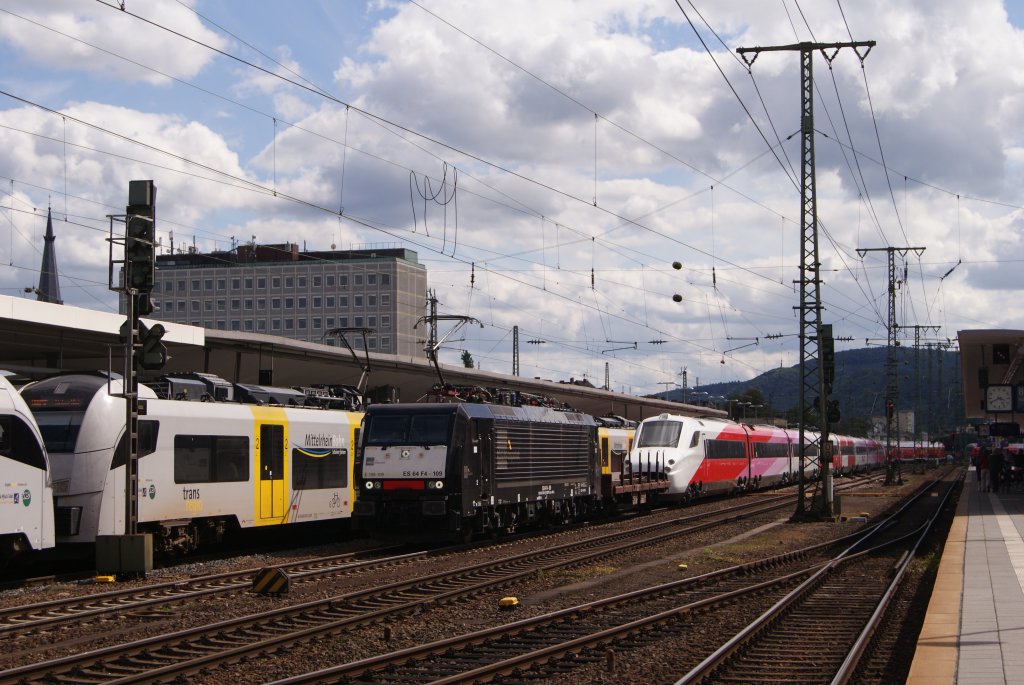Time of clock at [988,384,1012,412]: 3:40
